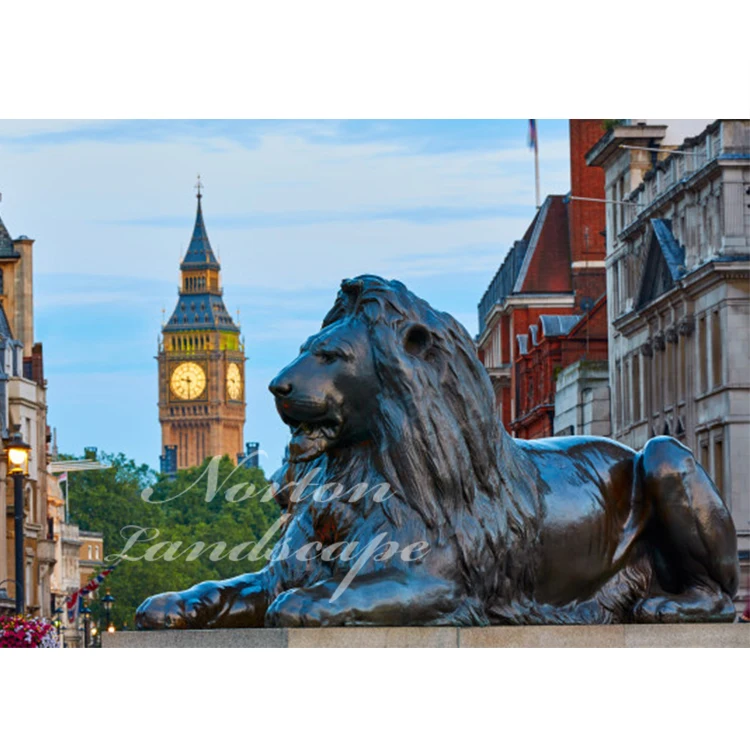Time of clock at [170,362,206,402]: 9:29
